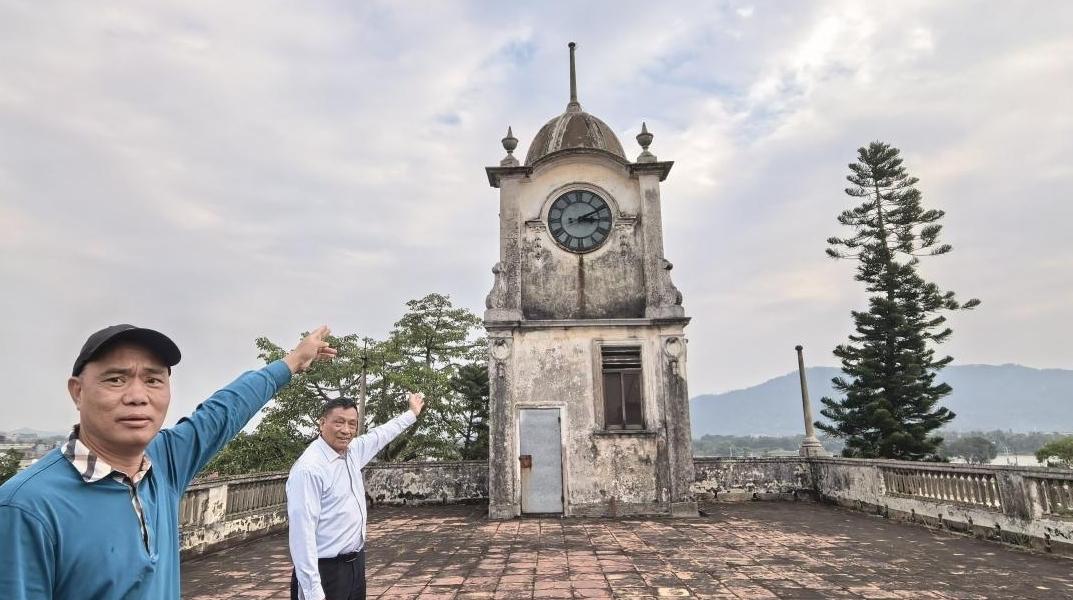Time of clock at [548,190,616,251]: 3:10
